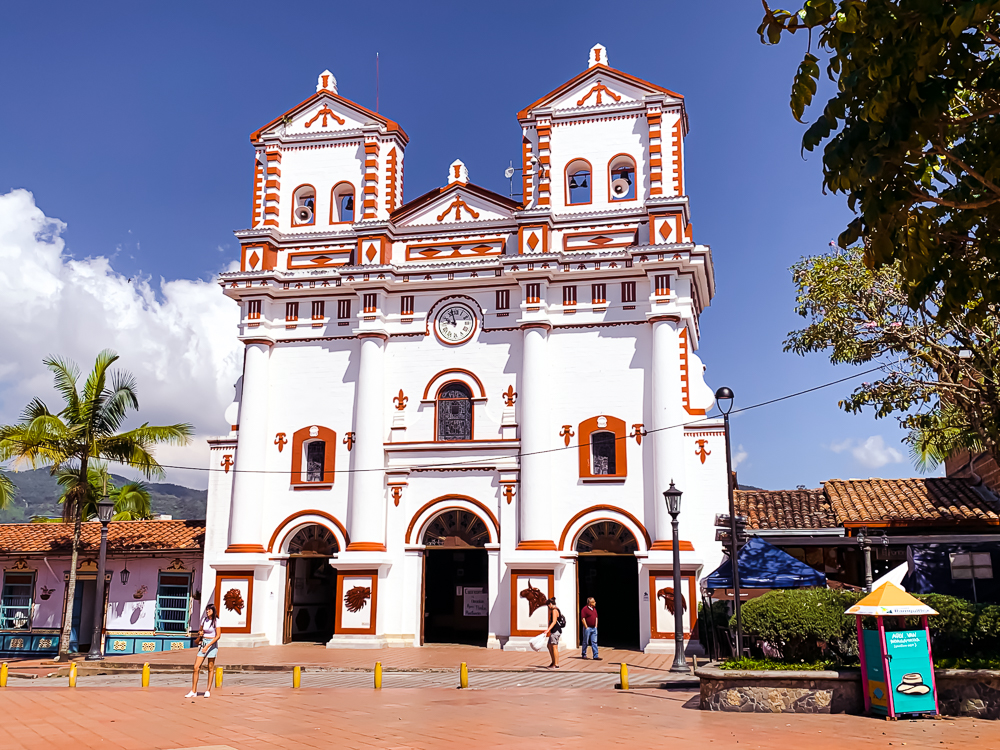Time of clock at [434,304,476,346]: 9:57
